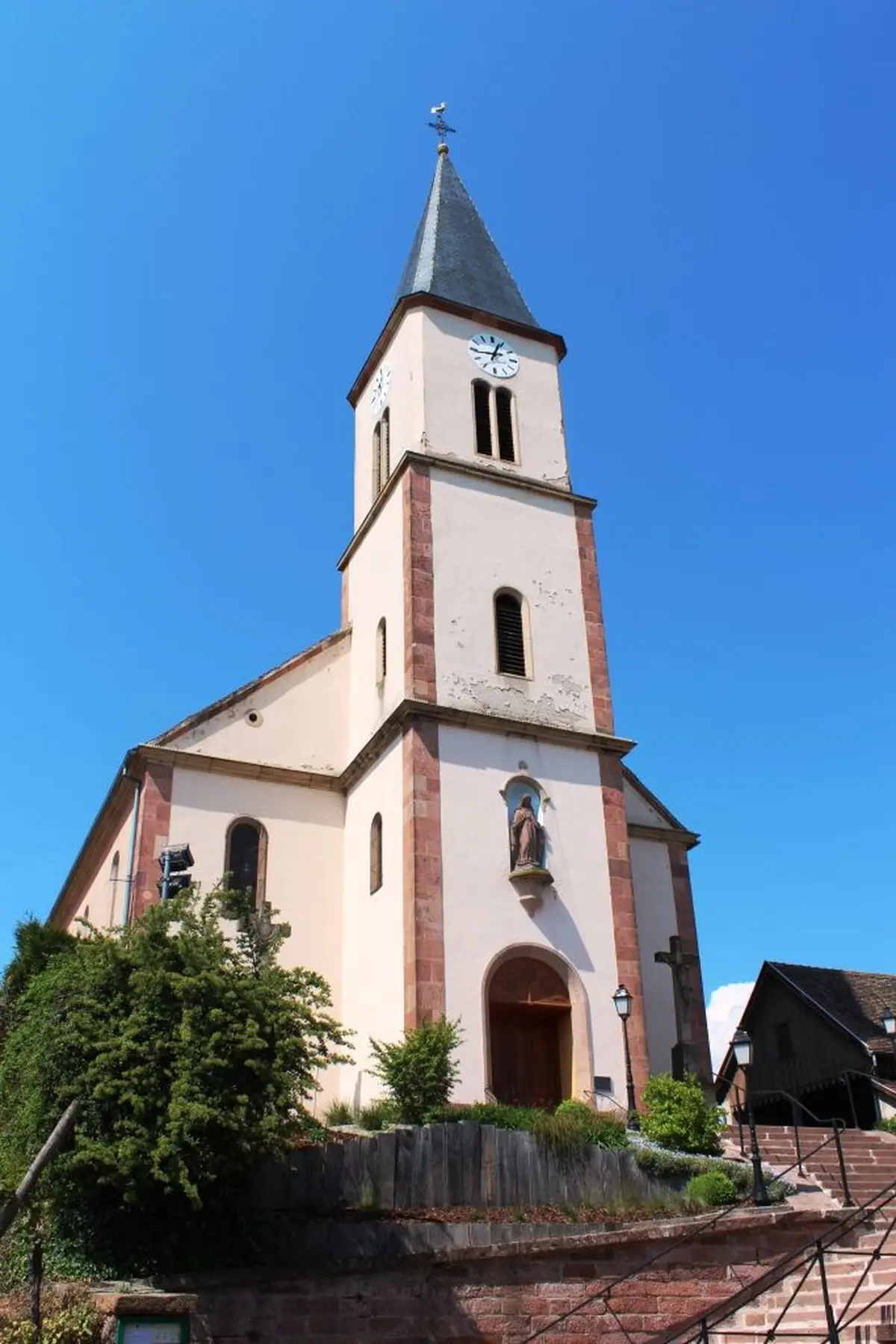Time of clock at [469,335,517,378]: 12:43
